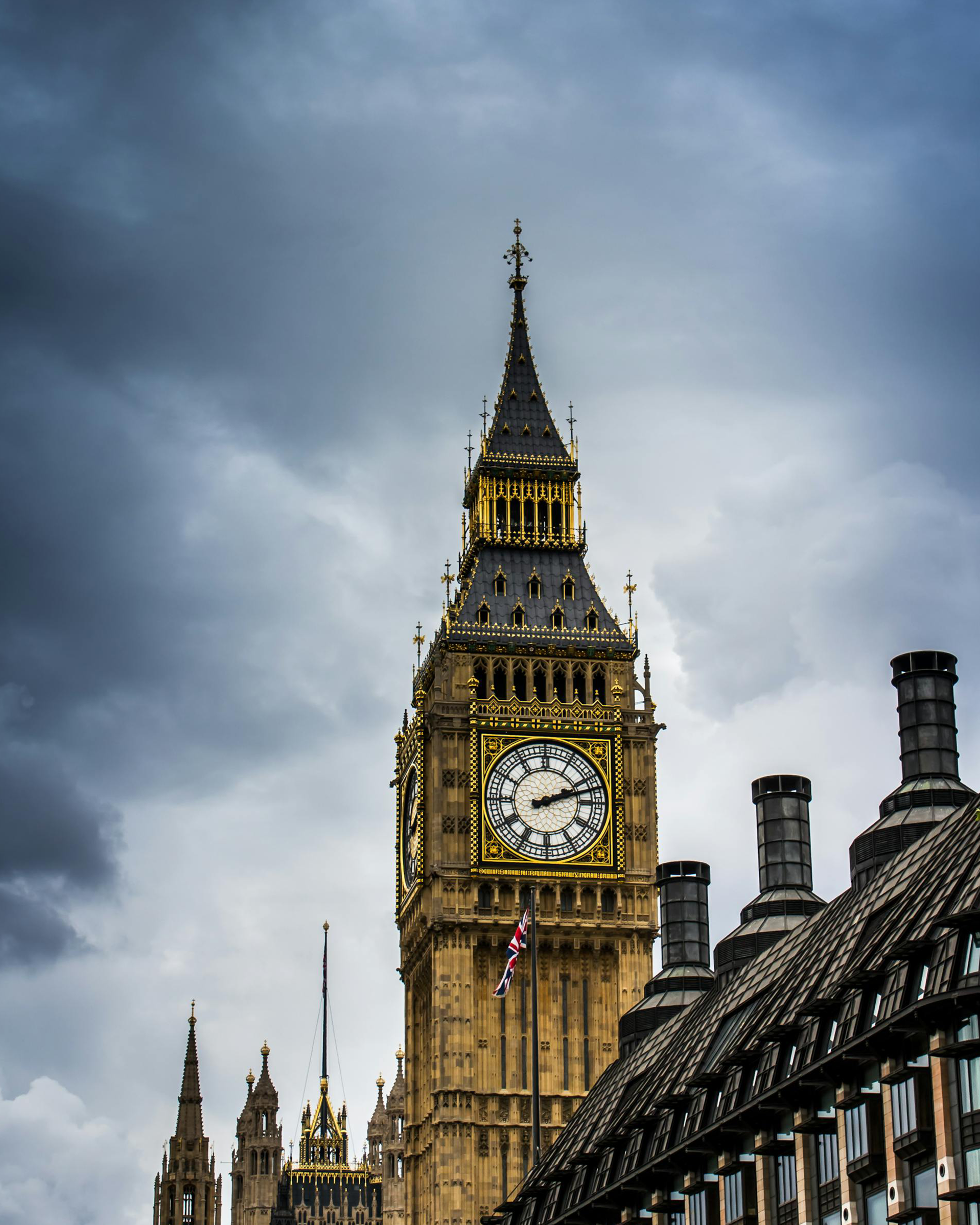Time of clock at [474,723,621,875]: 2:12
